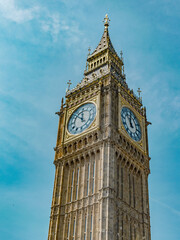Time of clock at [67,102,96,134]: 11:51
